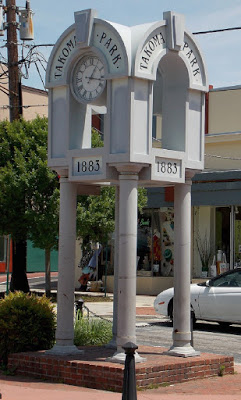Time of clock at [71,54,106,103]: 1:16
